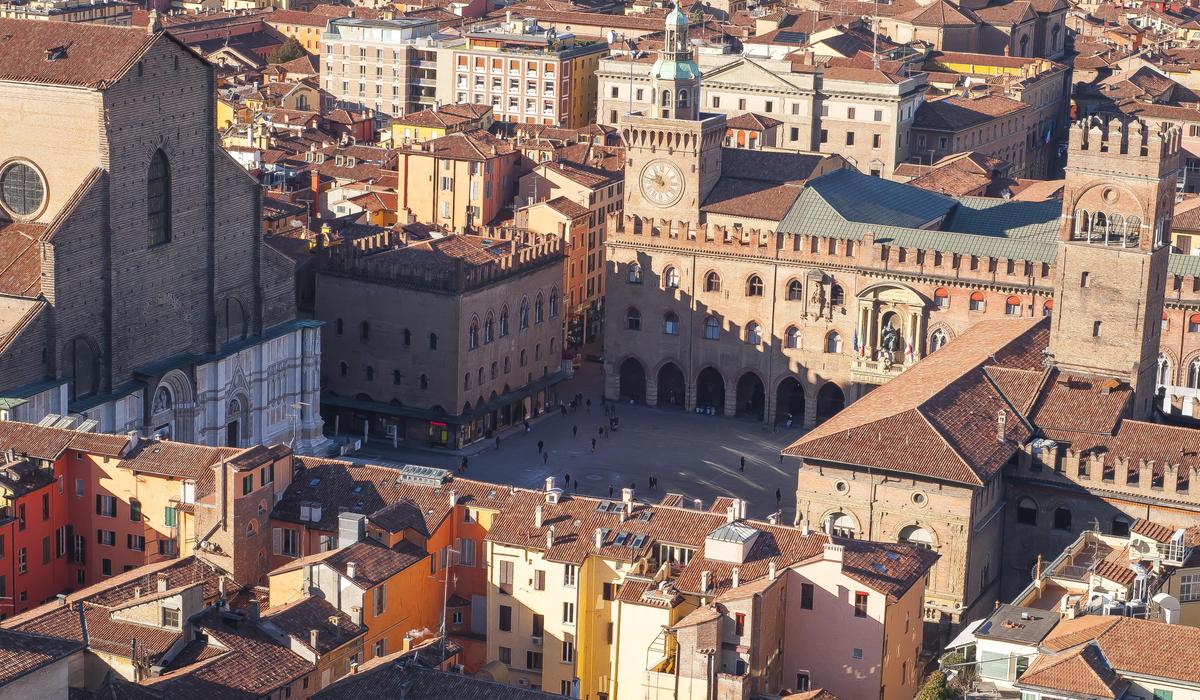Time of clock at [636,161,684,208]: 10:47
